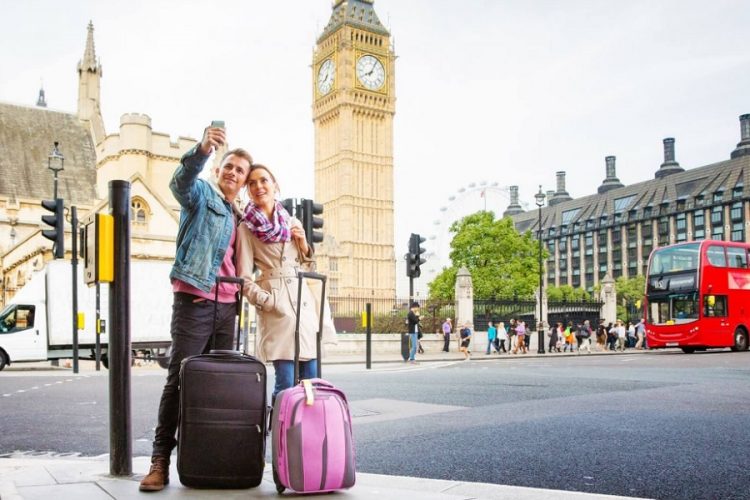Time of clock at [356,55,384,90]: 8:04
